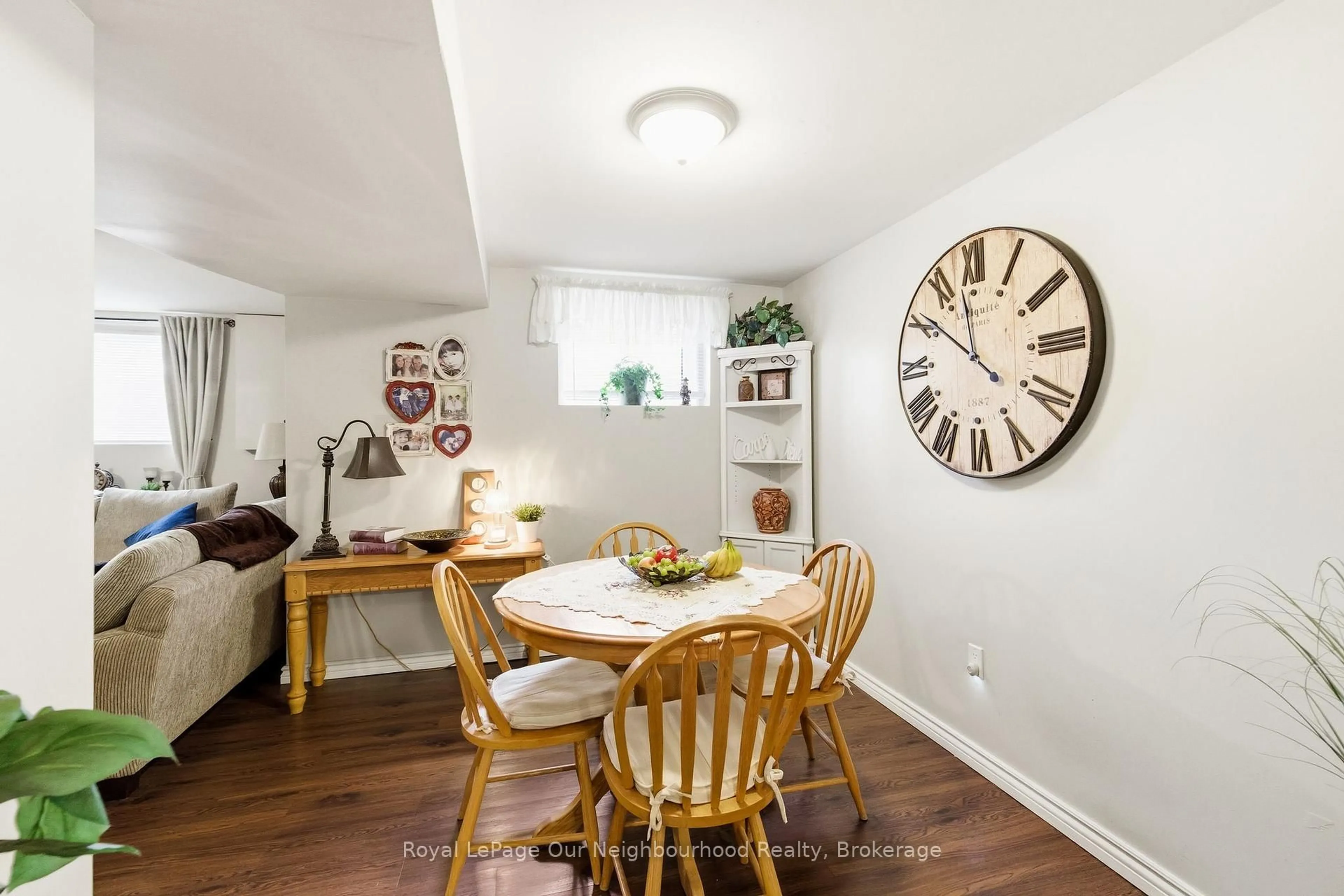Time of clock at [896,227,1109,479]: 11:51
